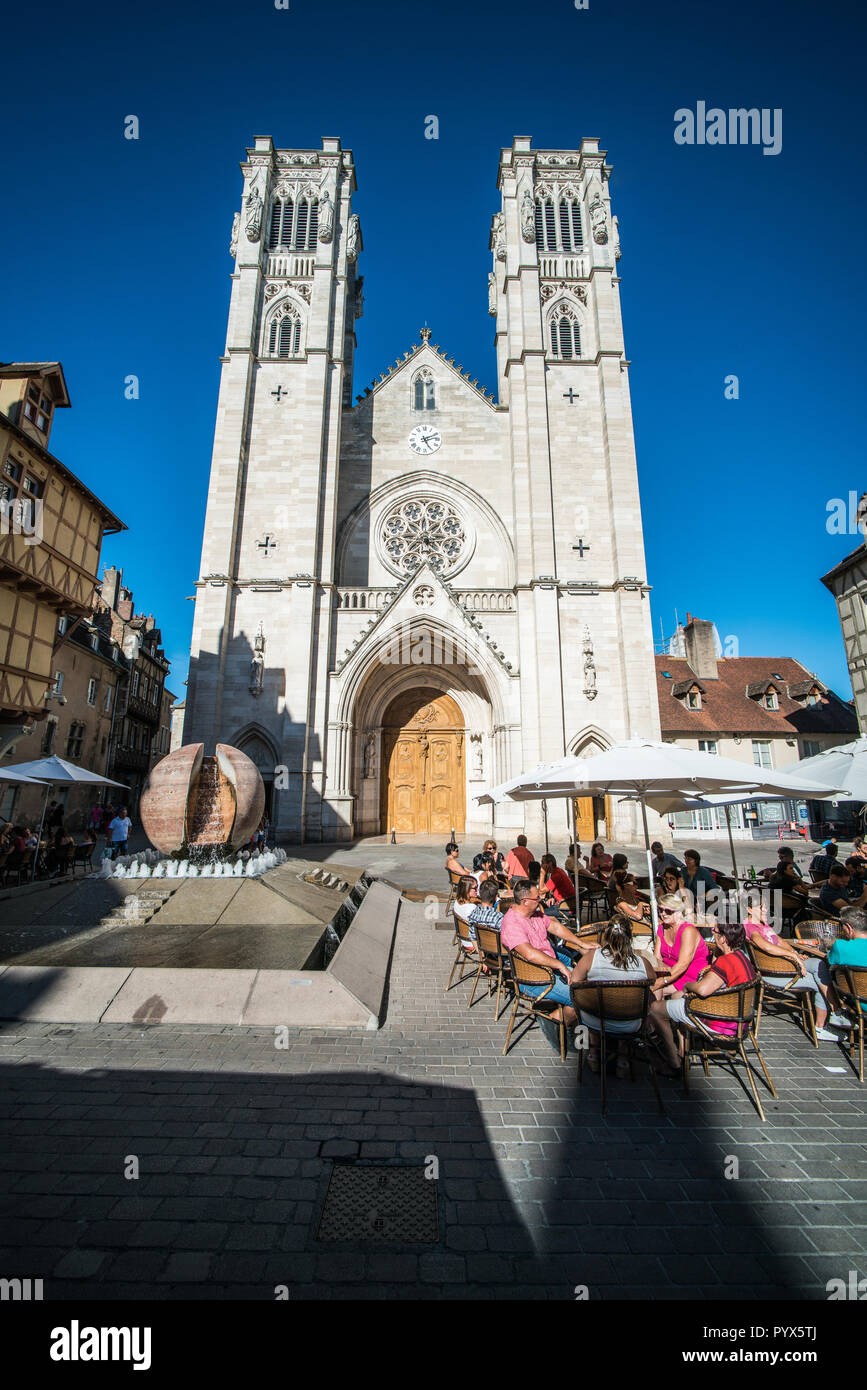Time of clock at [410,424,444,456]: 5:11
